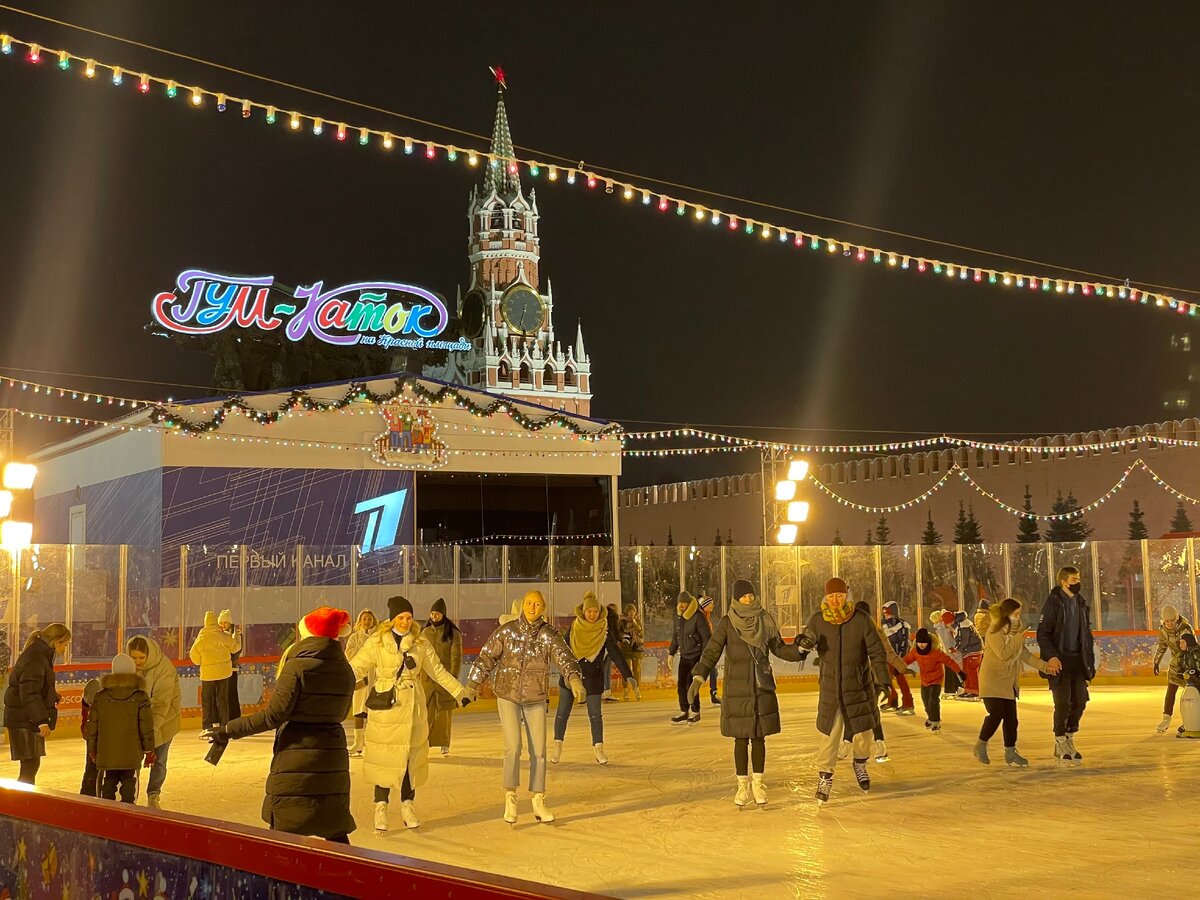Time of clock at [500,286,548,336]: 6:32
